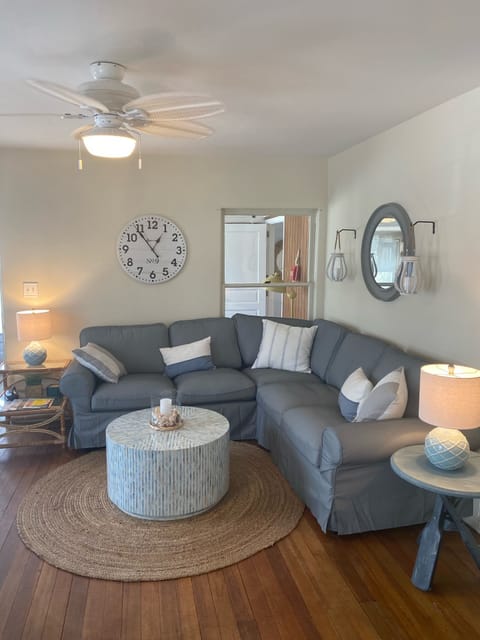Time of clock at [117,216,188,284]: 12:53
